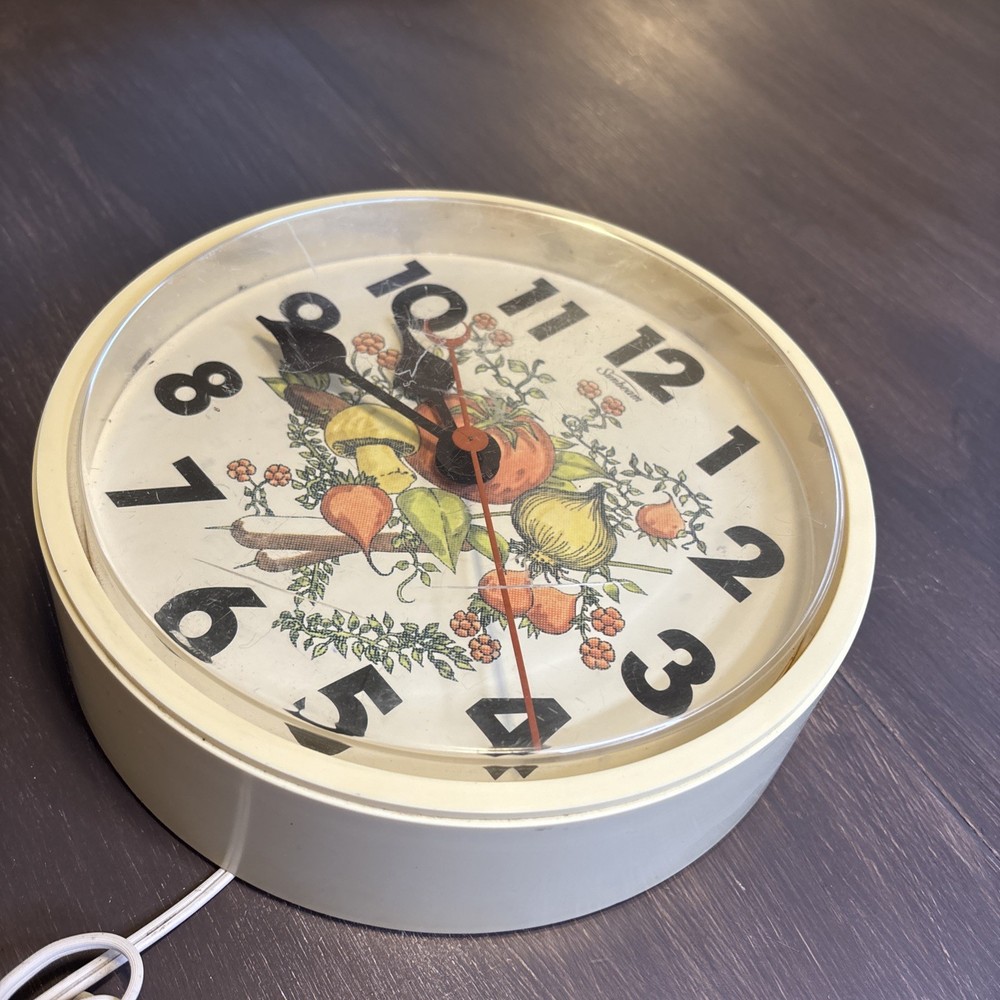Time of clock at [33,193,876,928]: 11:53
